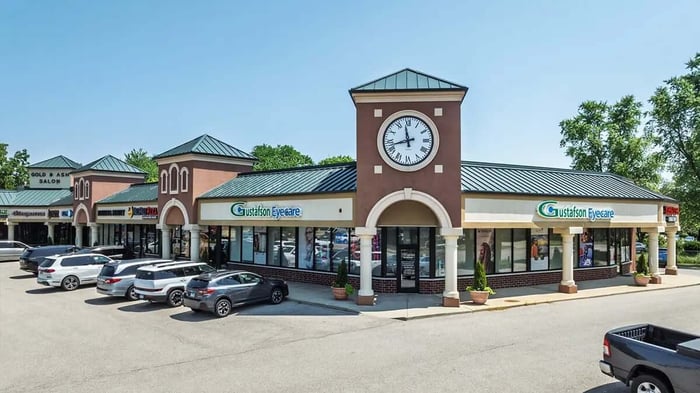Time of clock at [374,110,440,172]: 11:42
